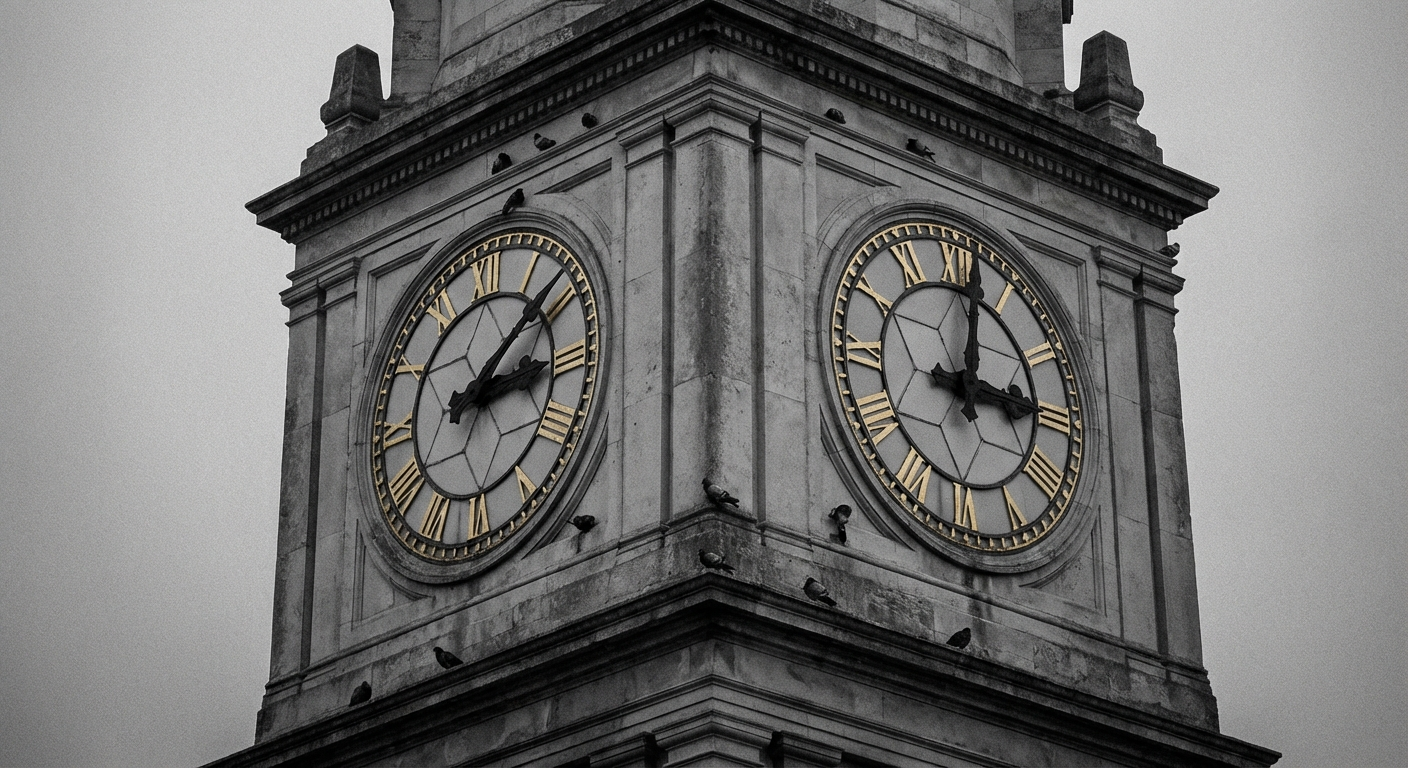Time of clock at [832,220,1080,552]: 3:01
